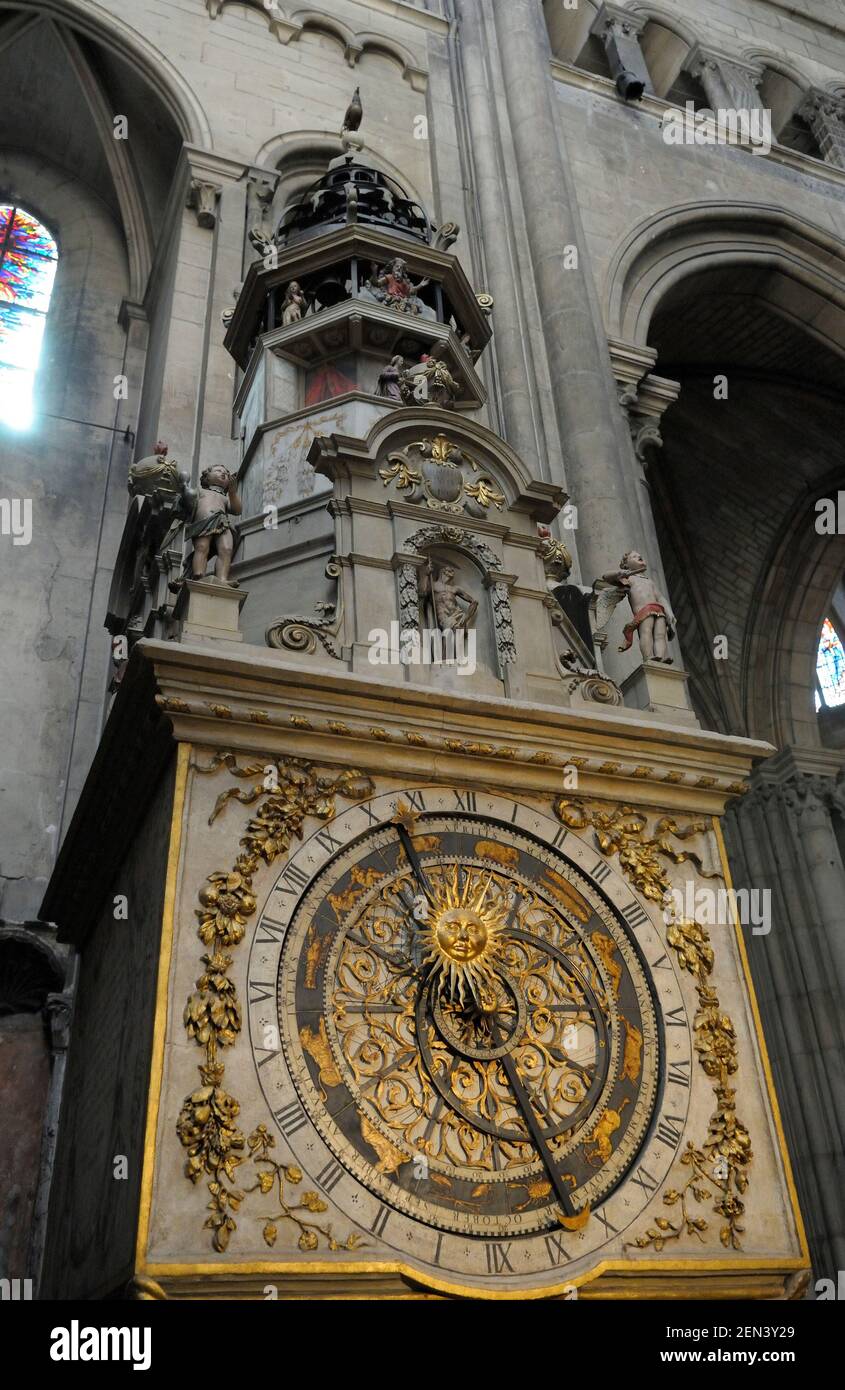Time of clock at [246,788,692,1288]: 11:25
